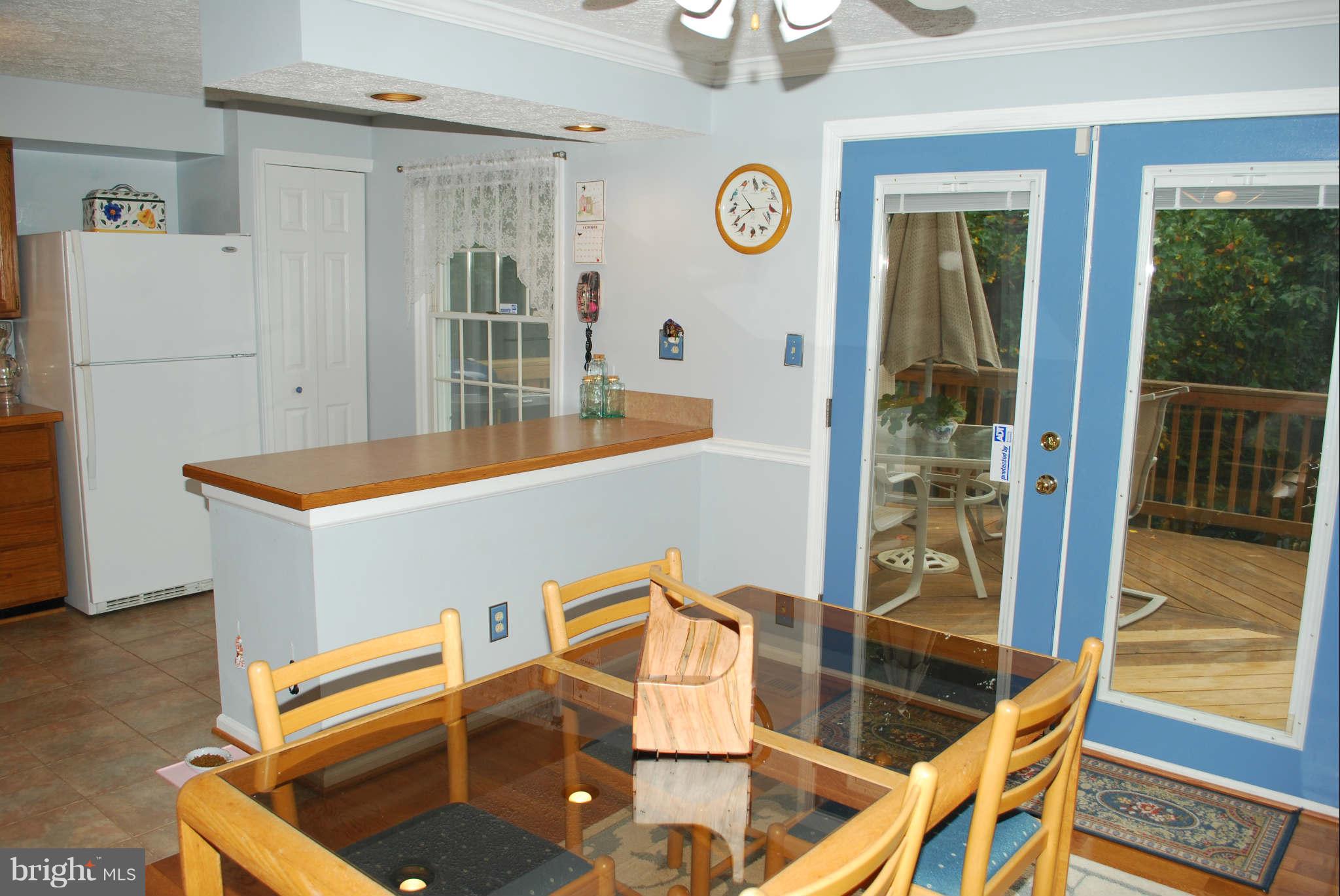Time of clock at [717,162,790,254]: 10:39
